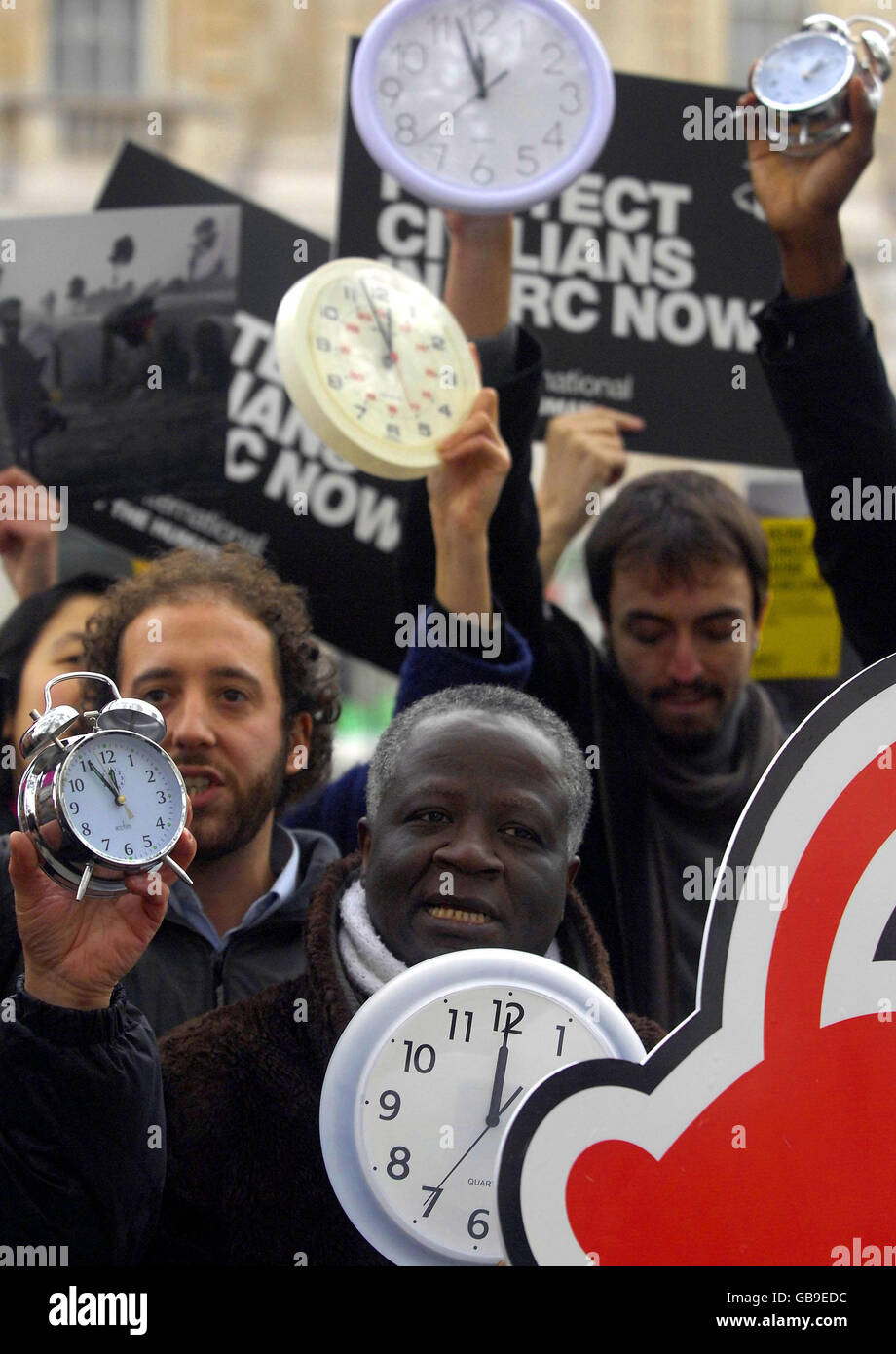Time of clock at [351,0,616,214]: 11:57
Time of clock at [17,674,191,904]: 11:55
